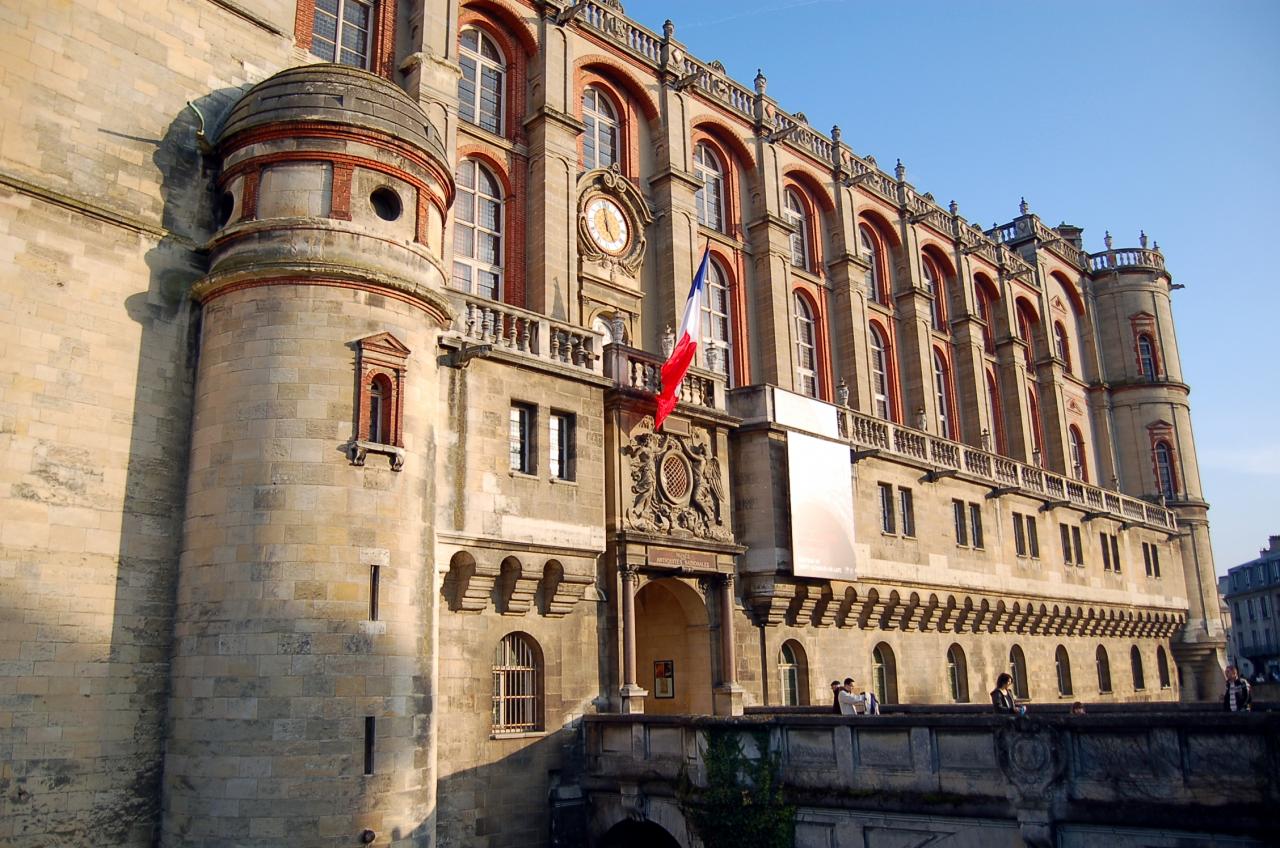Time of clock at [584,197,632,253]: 4:59
